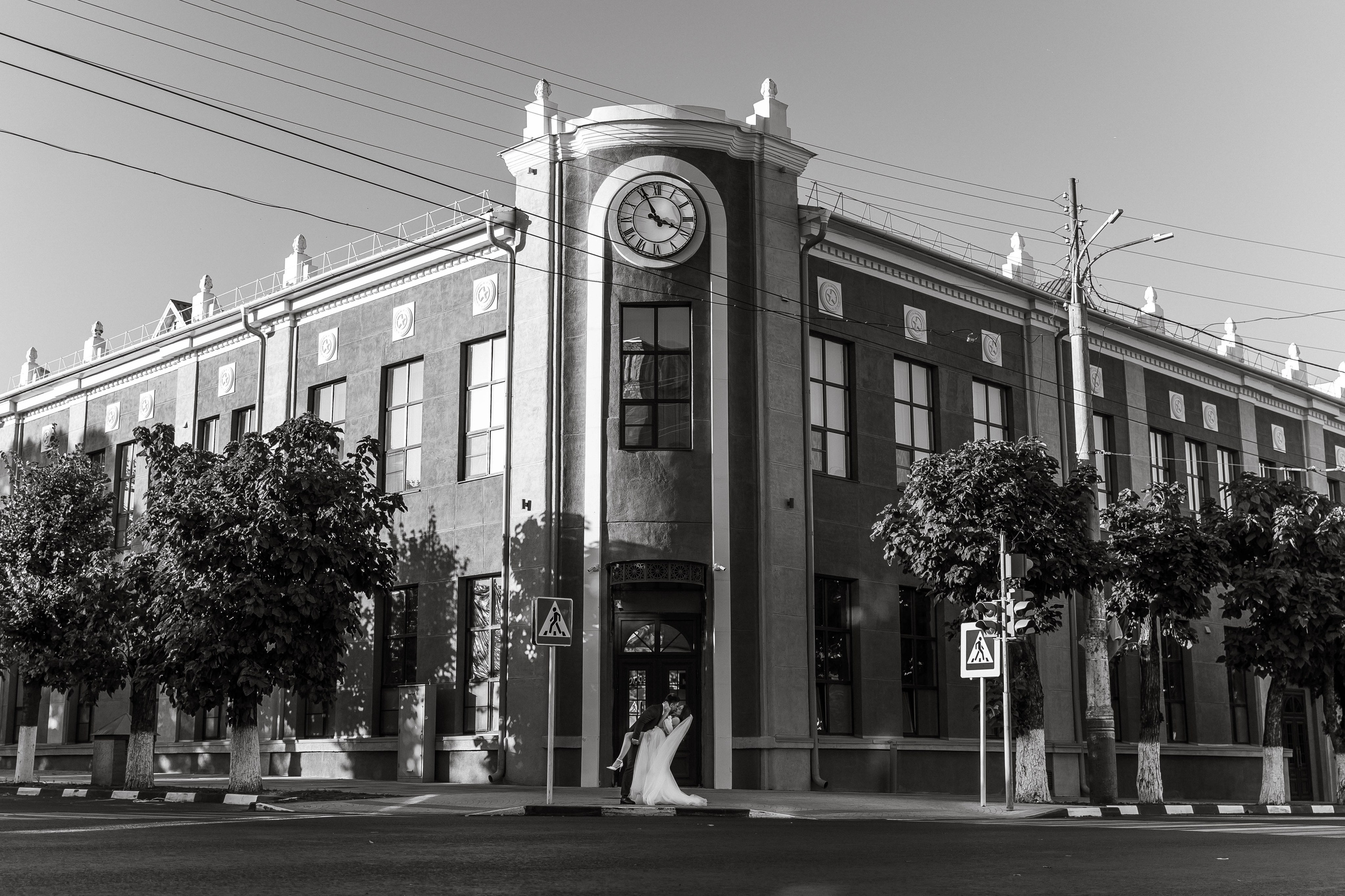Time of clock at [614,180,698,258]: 3:55
